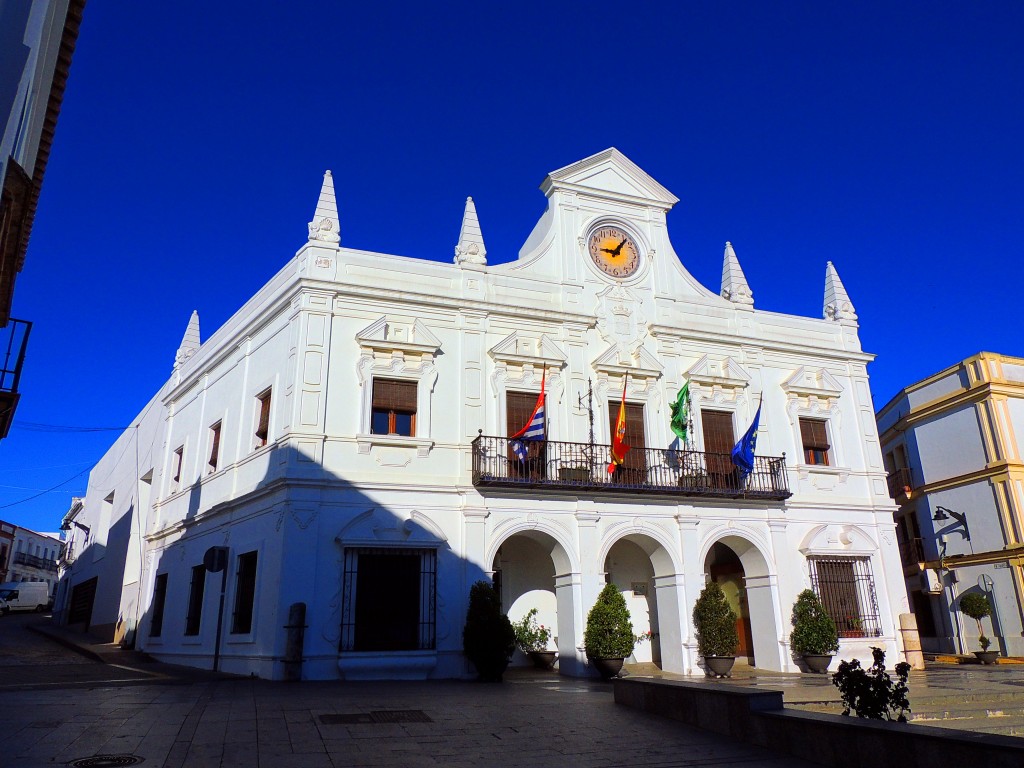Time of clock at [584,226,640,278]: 9:07
